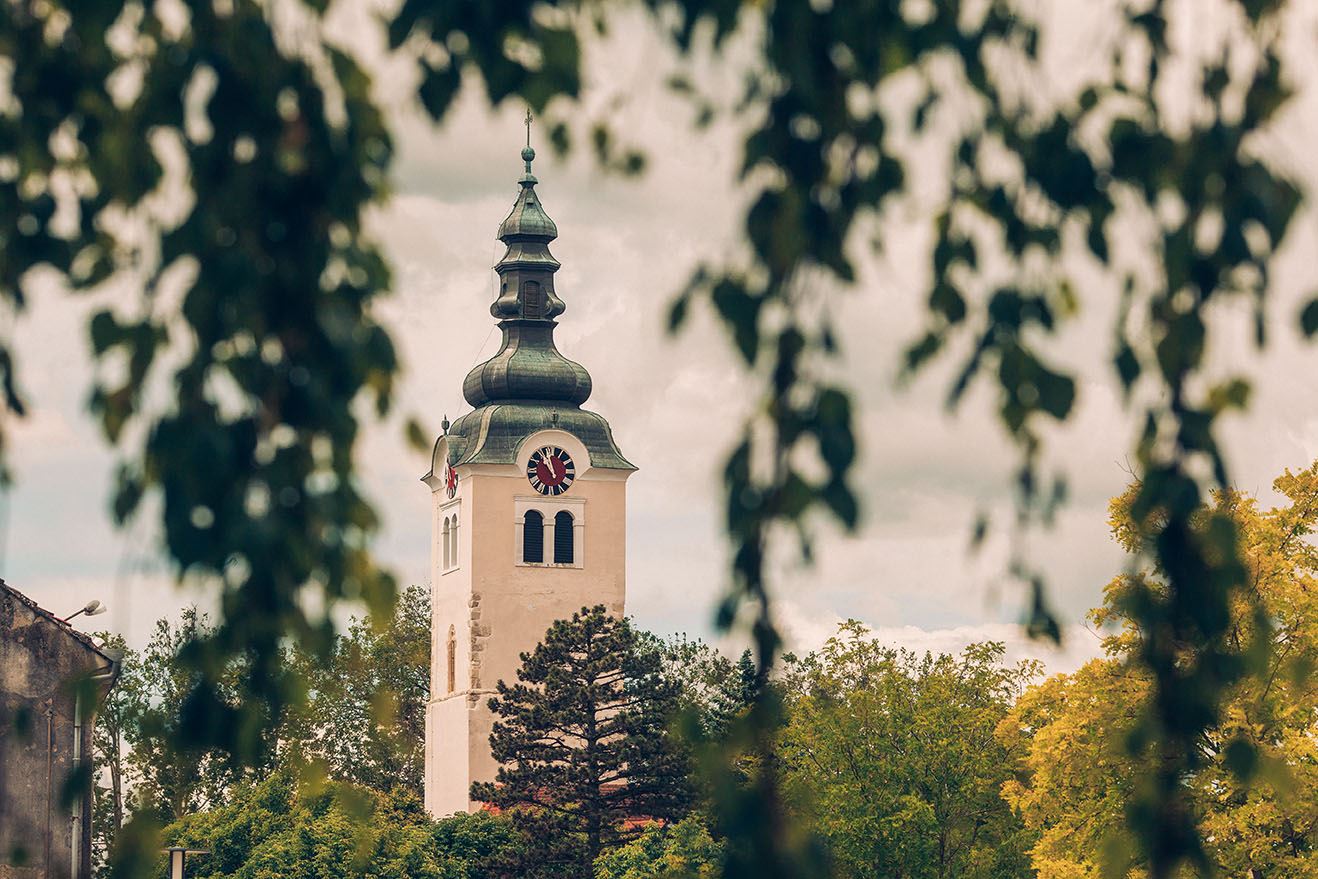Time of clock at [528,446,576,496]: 10:57
